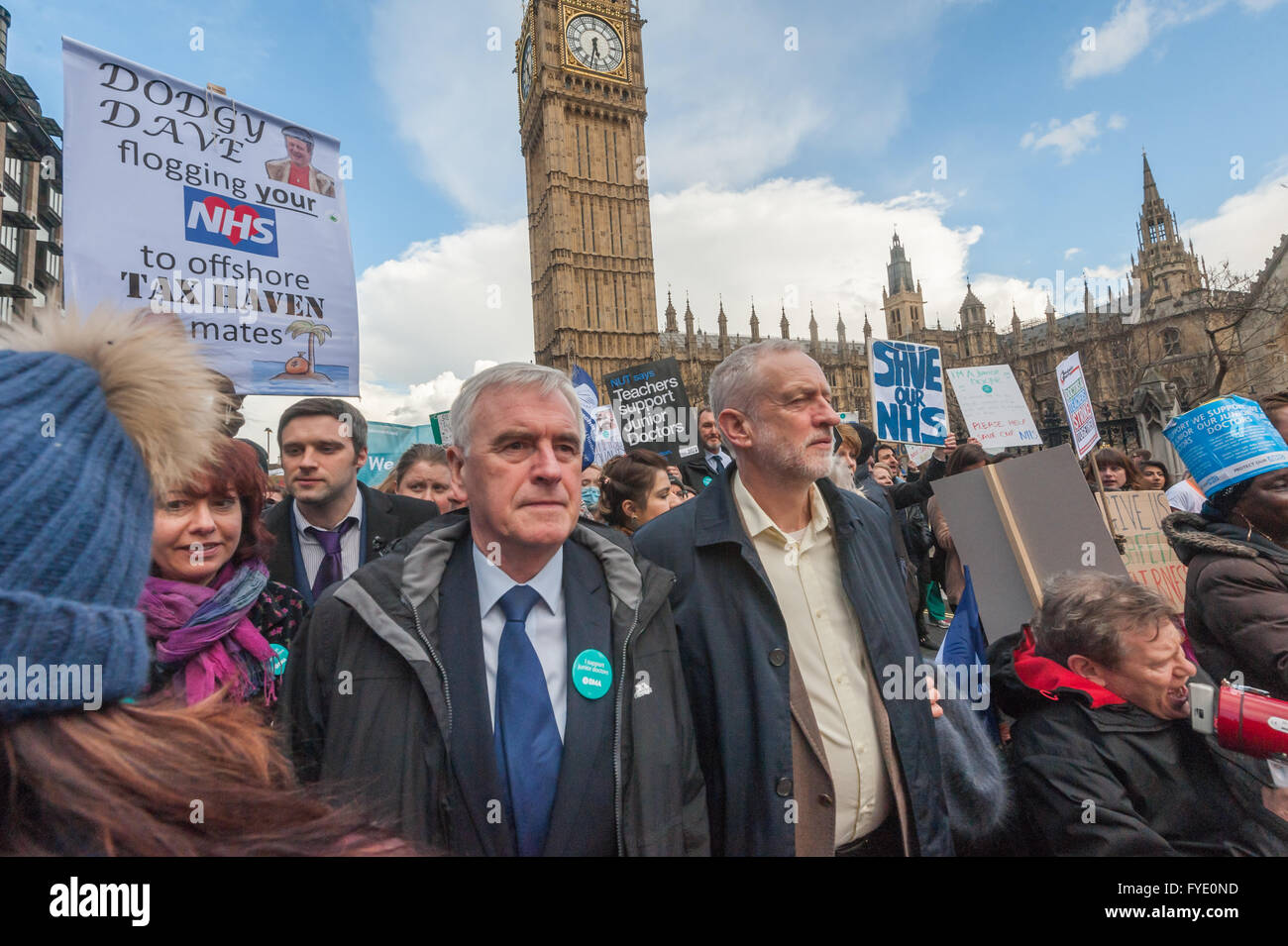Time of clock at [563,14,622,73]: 5:32
